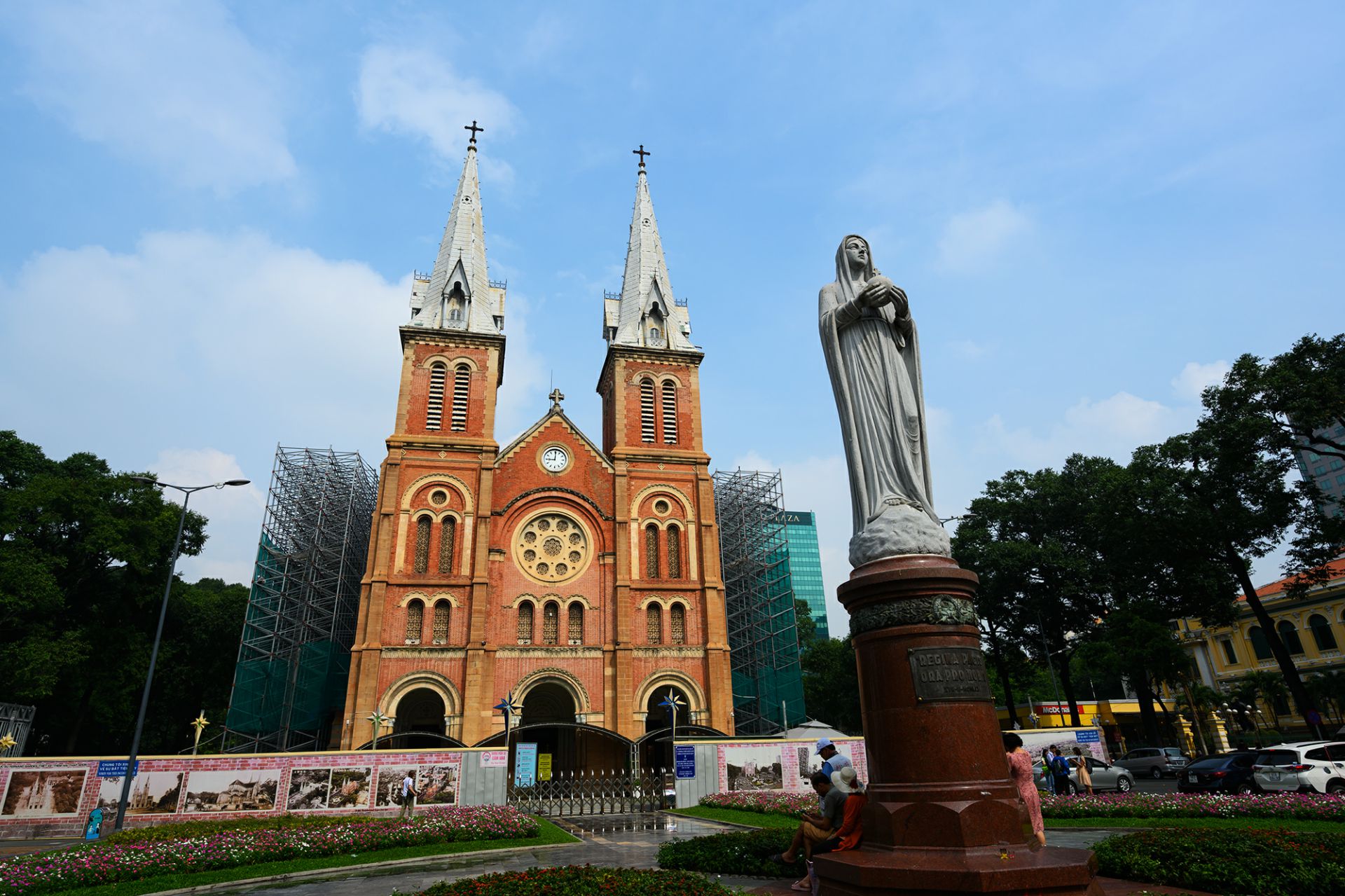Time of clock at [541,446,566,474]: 9:00
